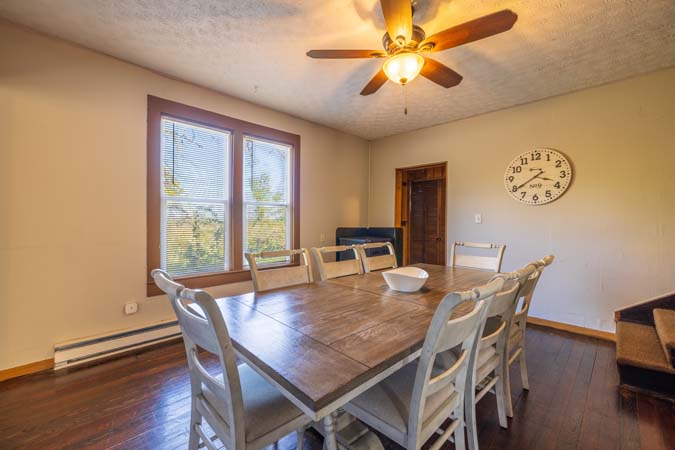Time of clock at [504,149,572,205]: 3:39
